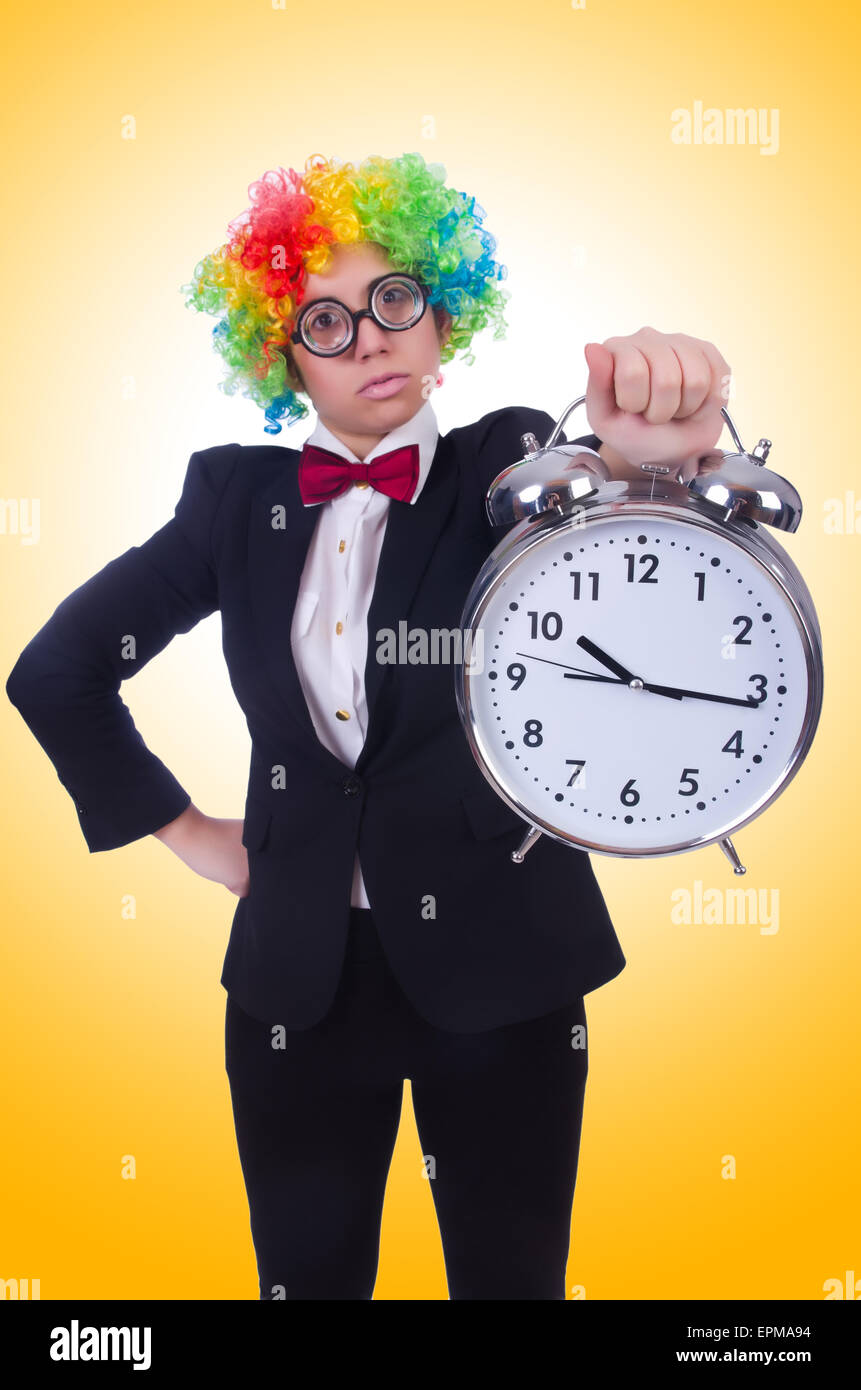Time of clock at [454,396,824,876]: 10:16
